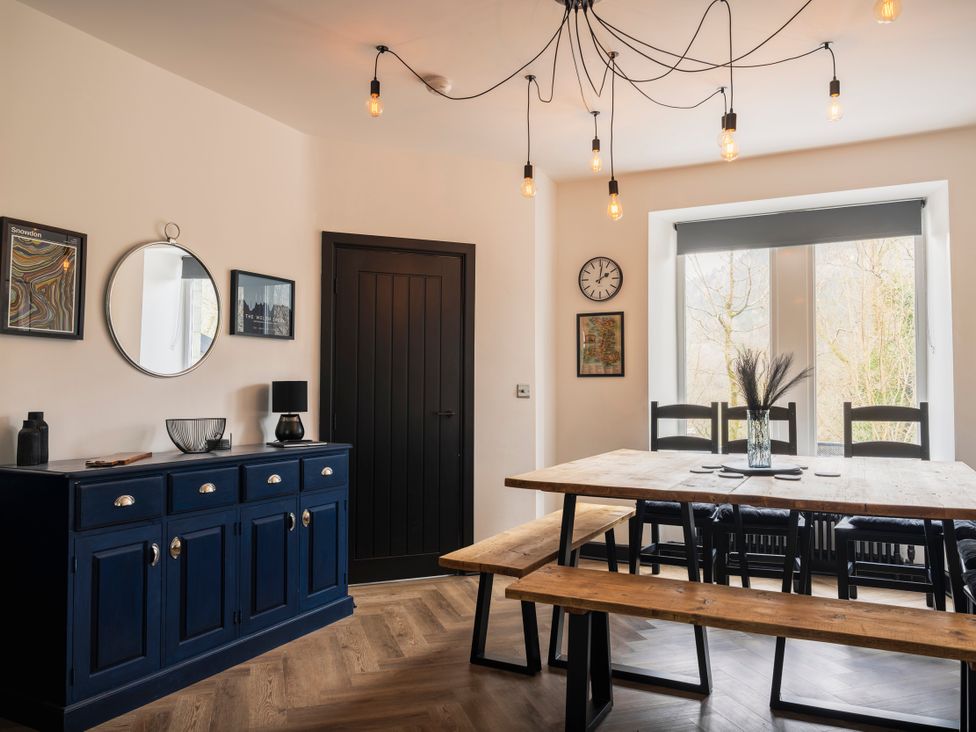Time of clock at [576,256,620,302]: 2:01
